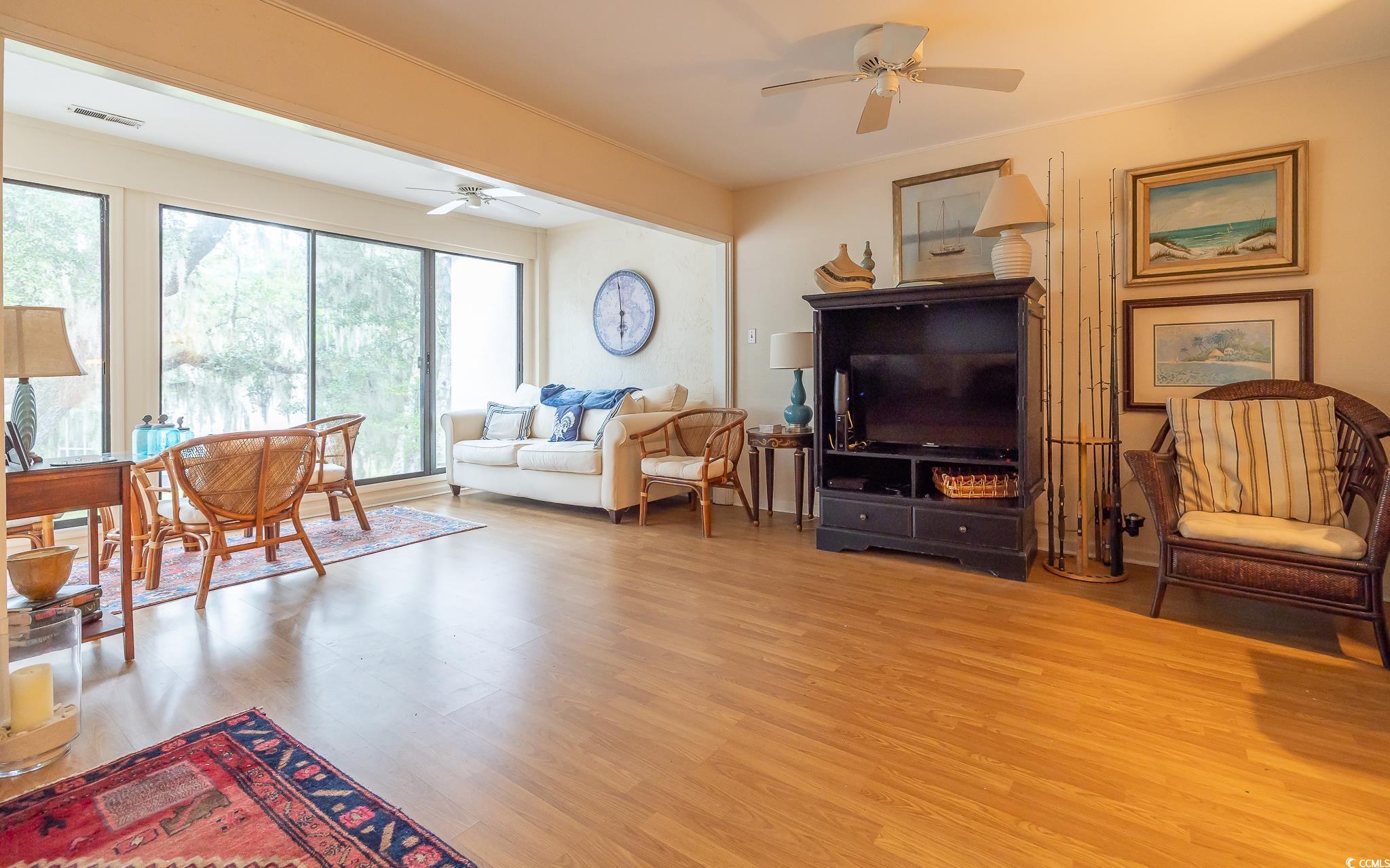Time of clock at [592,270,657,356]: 5:59
